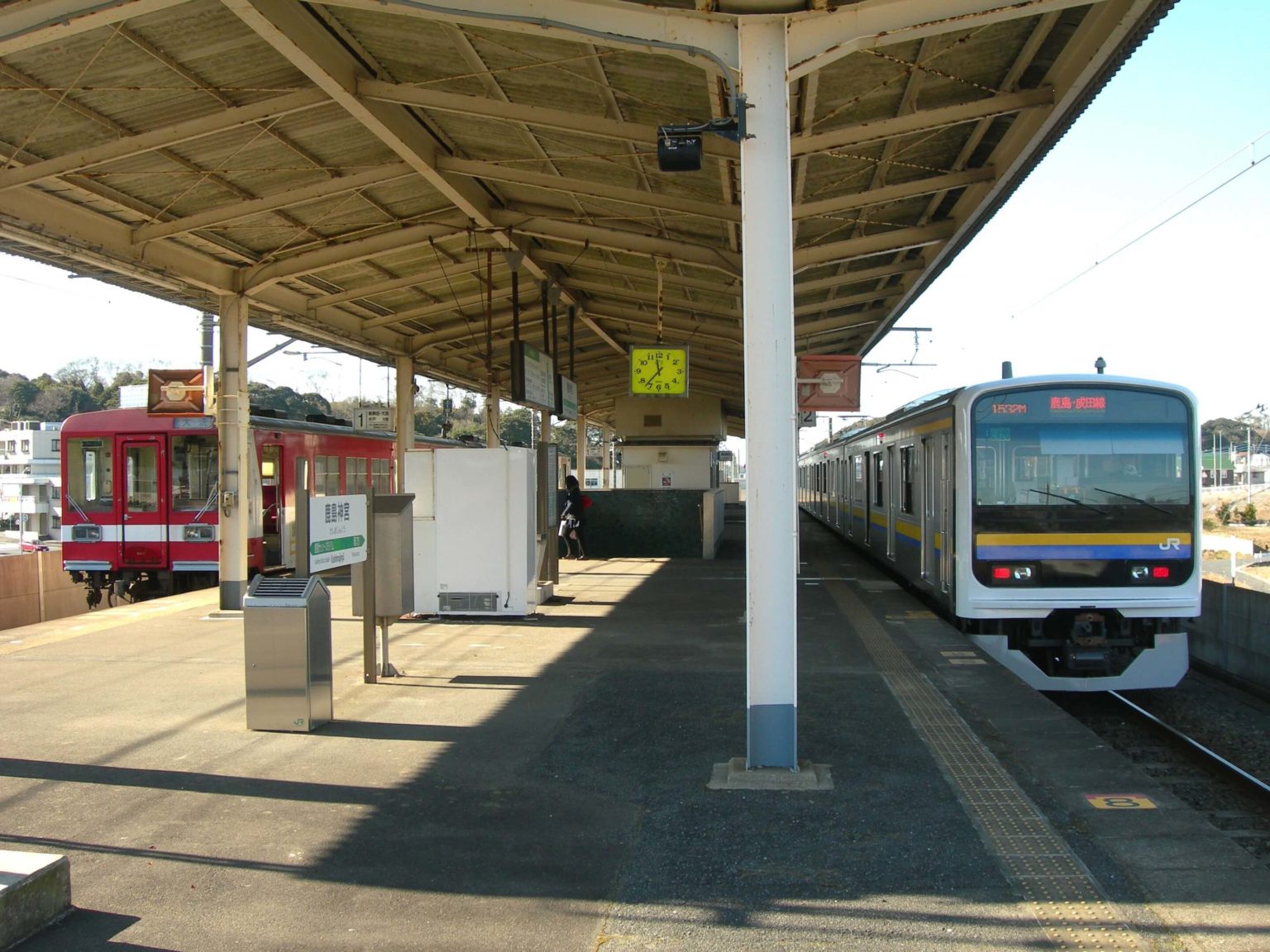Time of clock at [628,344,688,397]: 11:36
